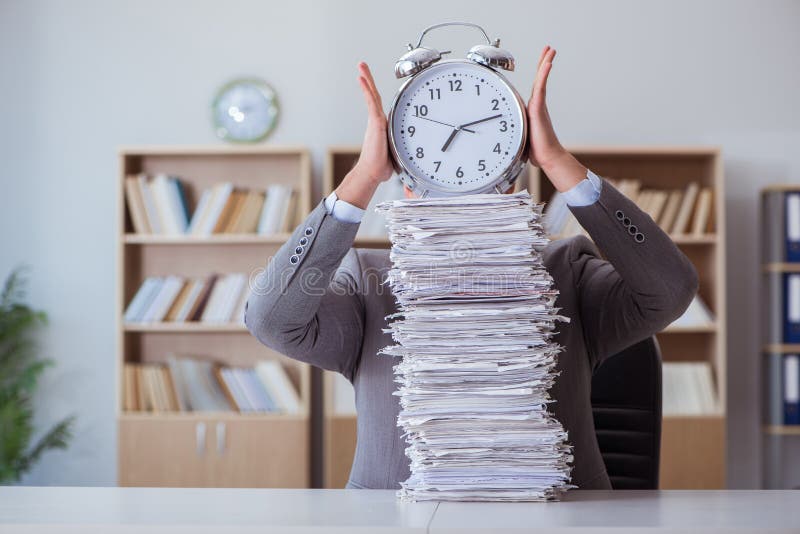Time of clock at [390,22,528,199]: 7:12
